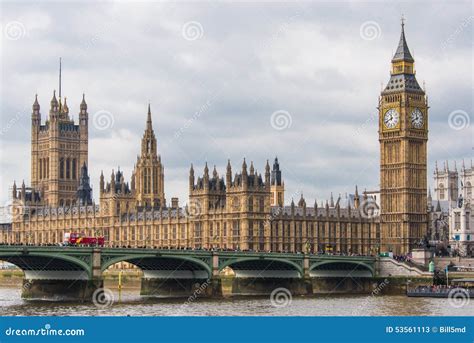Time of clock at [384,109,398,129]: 11:41
